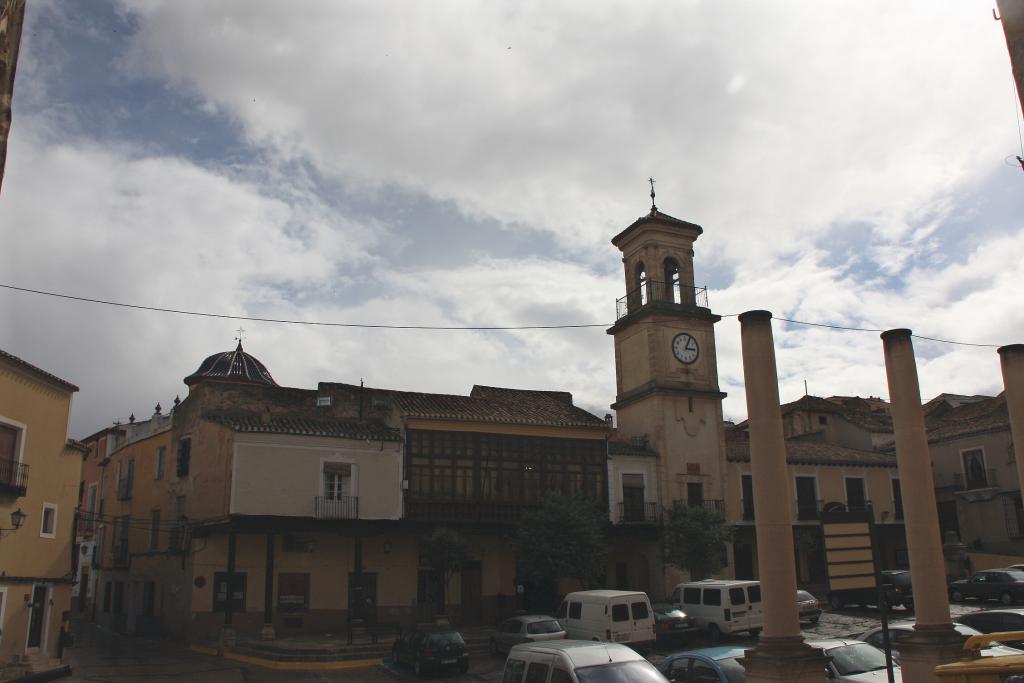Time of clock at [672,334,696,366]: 3:04
